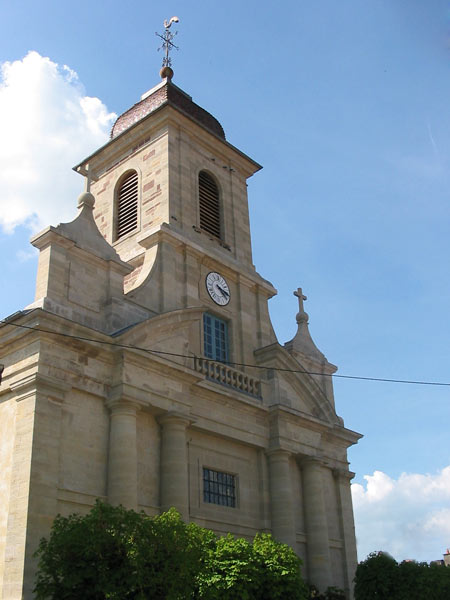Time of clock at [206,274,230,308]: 4:16
